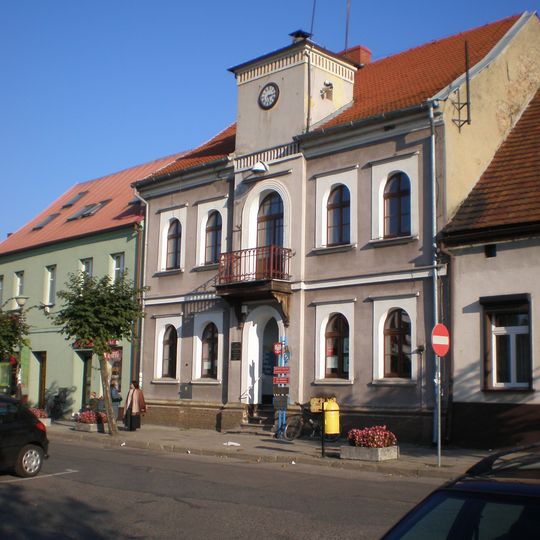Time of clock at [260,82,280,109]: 5:14
